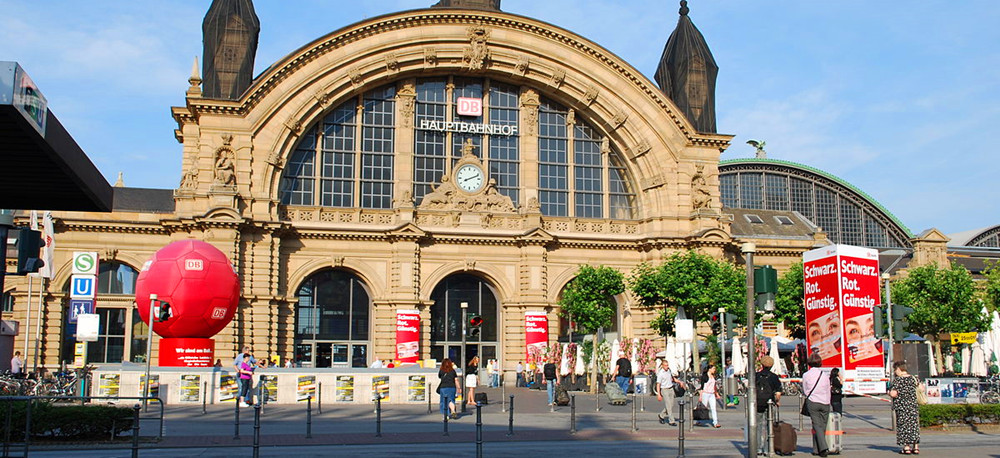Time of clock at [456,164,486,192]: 8:11
